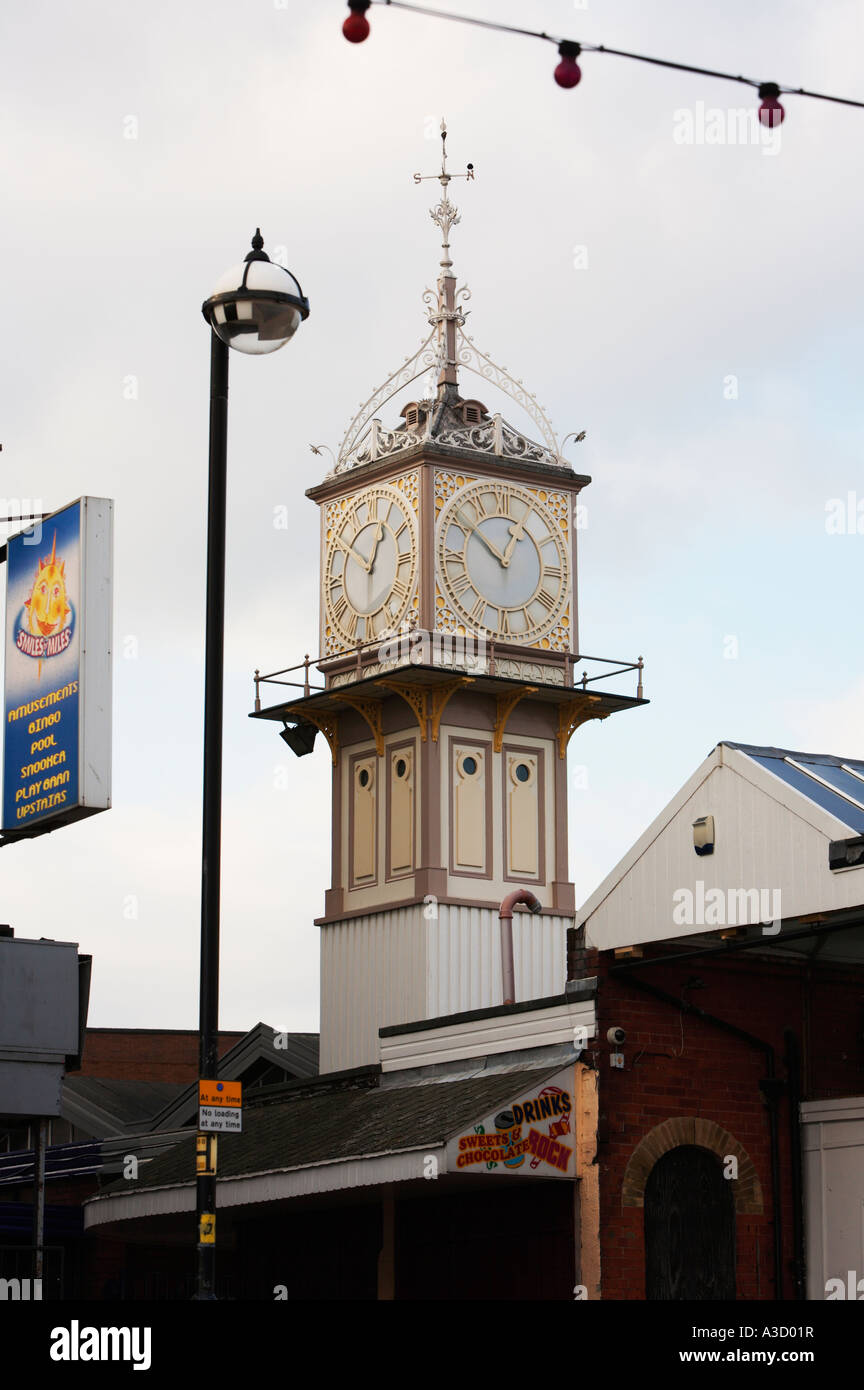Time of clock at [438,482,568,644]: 12:51
